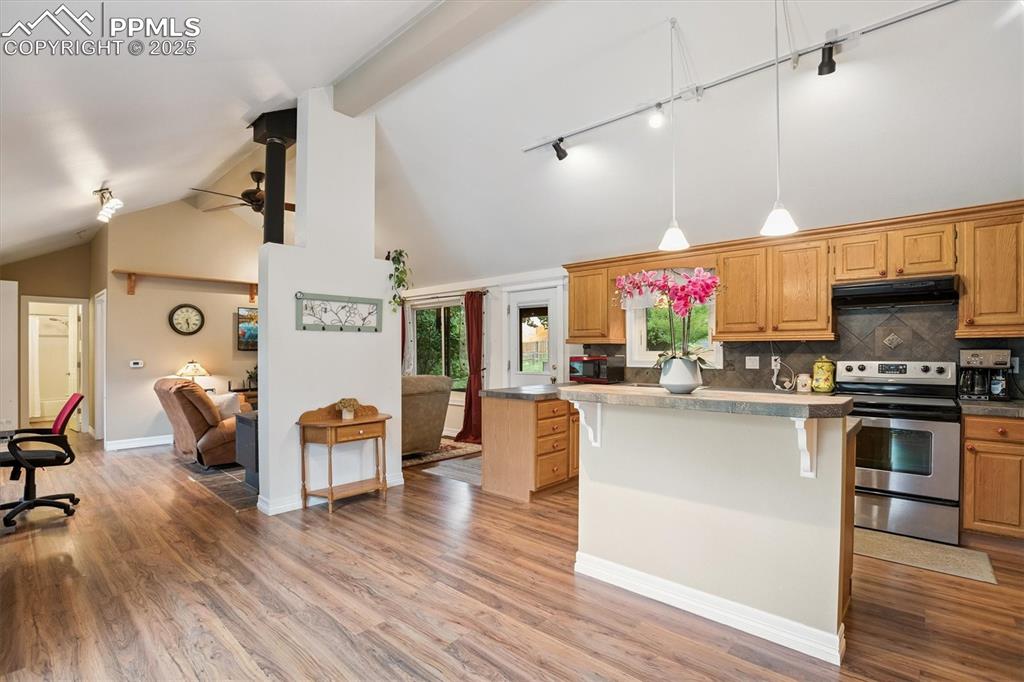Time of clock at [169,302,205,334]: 5:28
